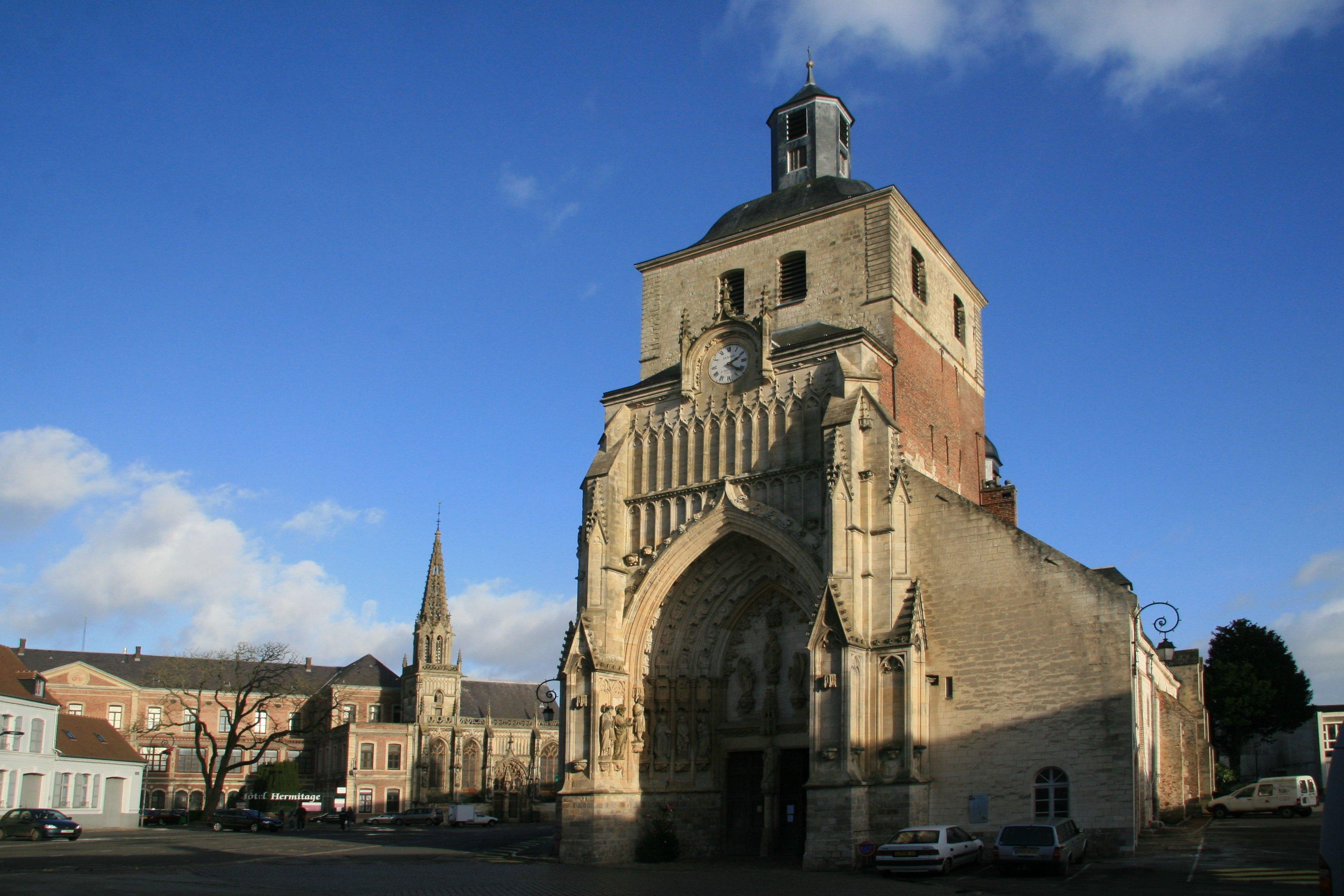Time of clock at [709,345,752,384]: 2:21
